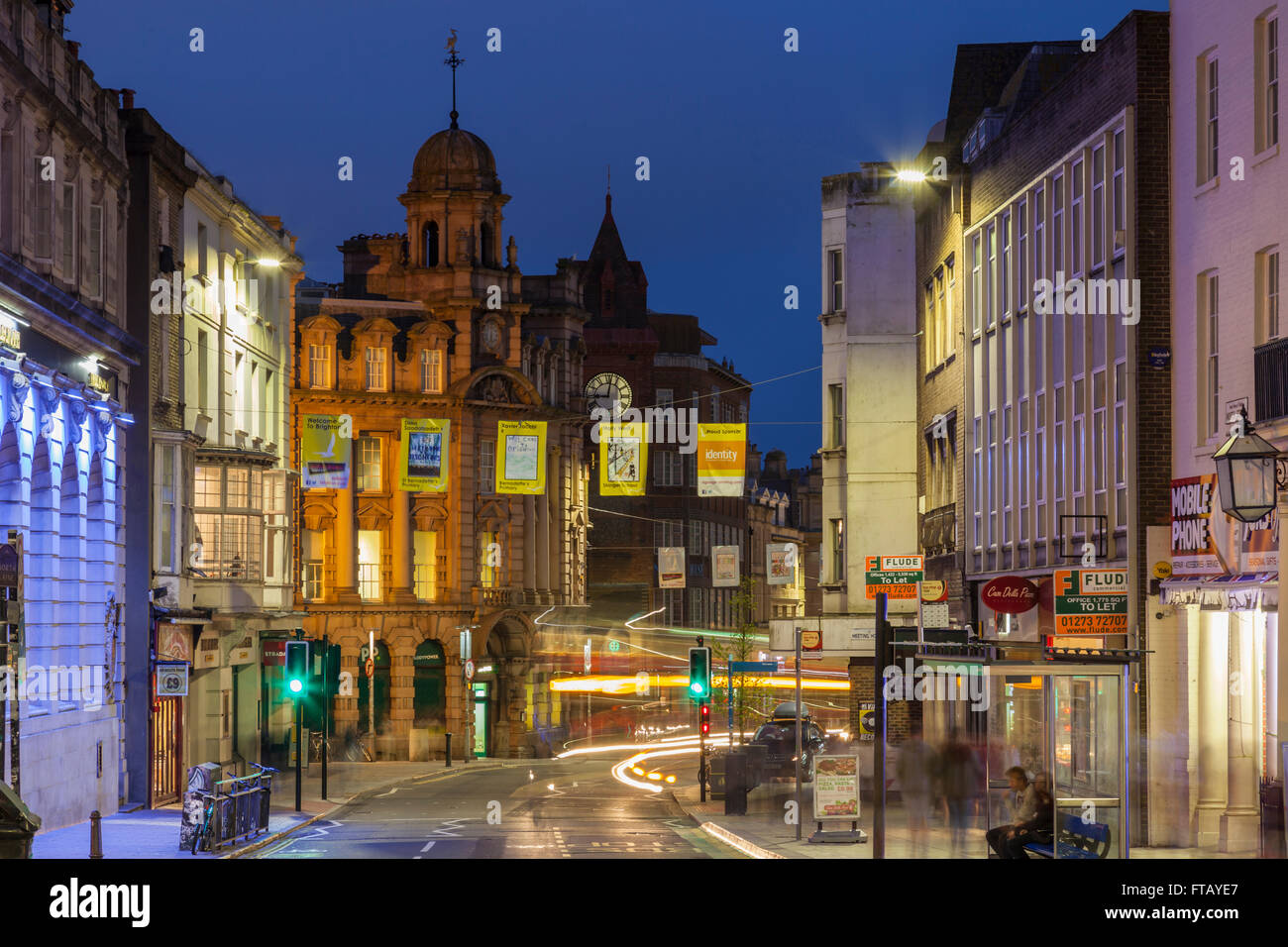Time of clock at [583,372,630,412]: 9:01
